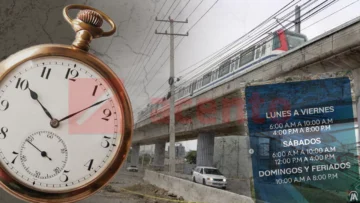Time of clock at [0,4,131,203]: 10:07
